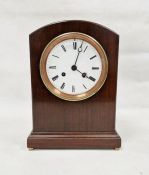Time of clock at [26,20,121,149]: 4:02
